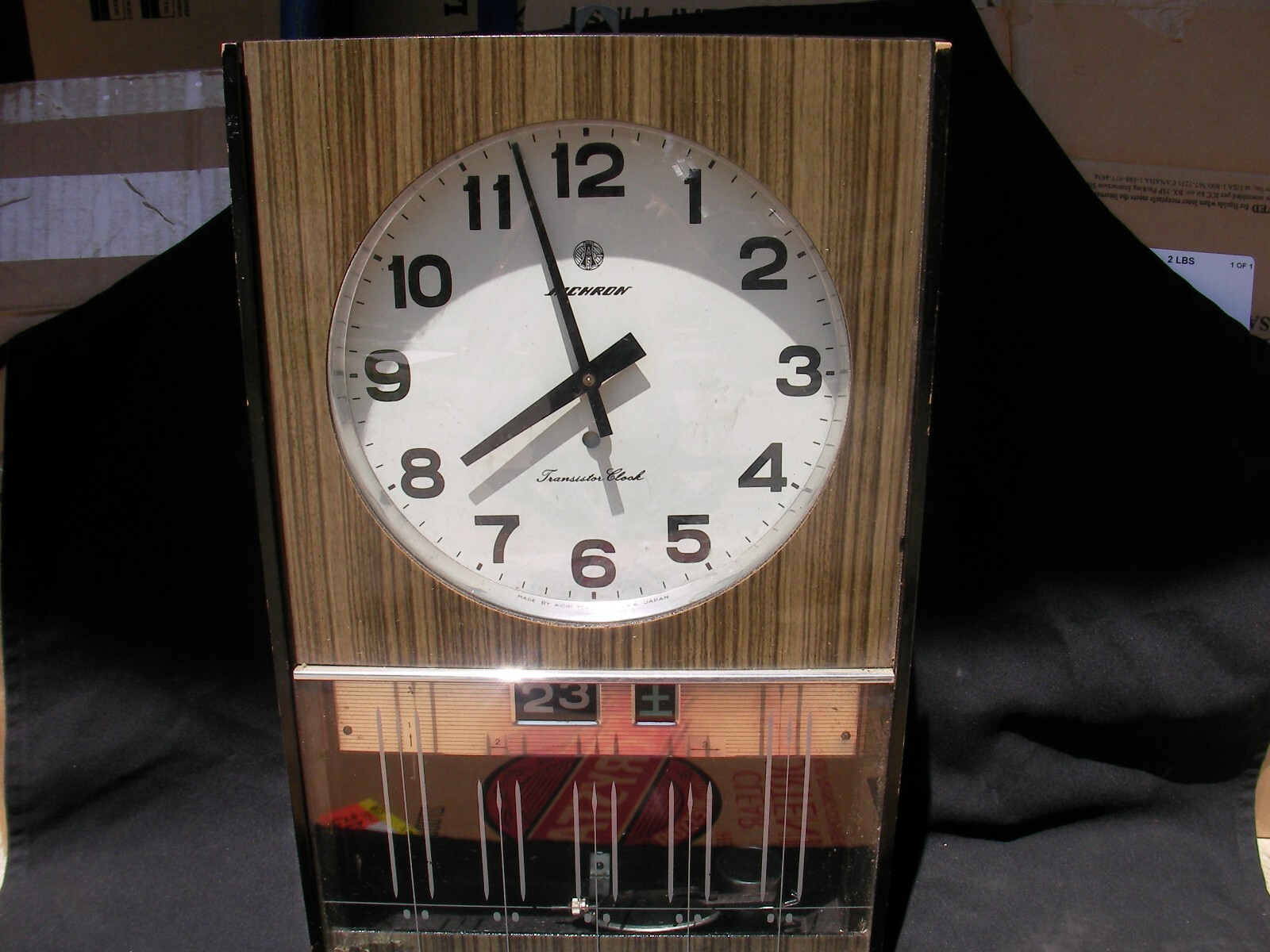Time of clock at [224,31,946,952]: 7:57
